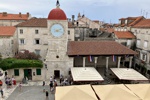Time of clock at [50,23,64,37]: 2:18
